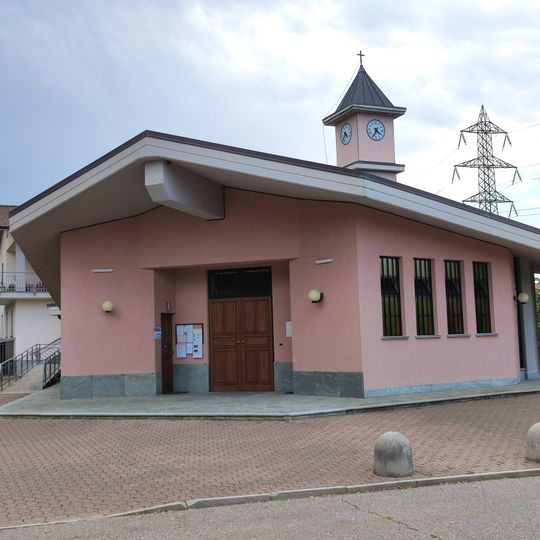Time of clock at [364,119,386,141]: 4:34
